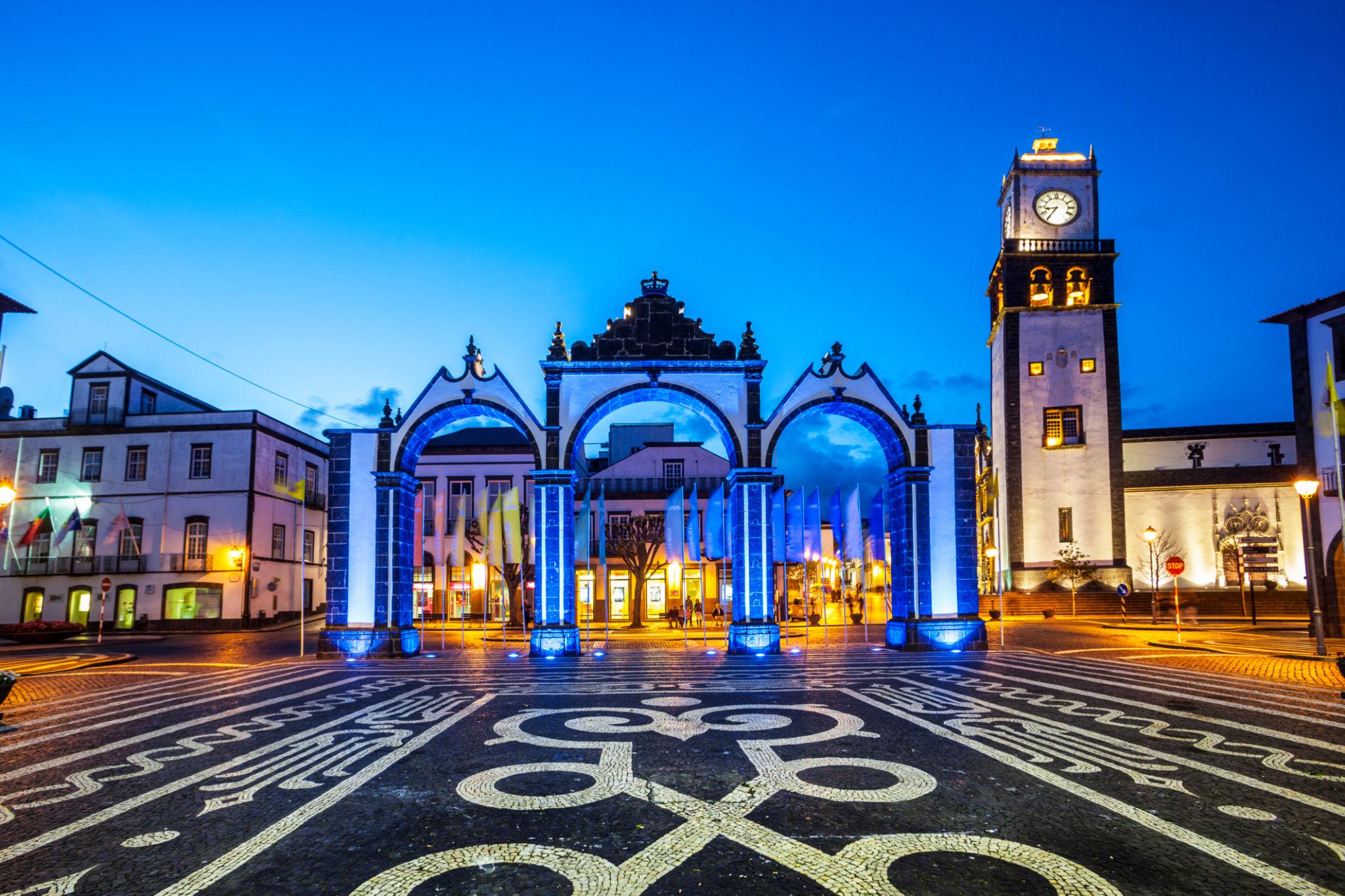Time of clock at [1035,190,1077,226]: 8:35
